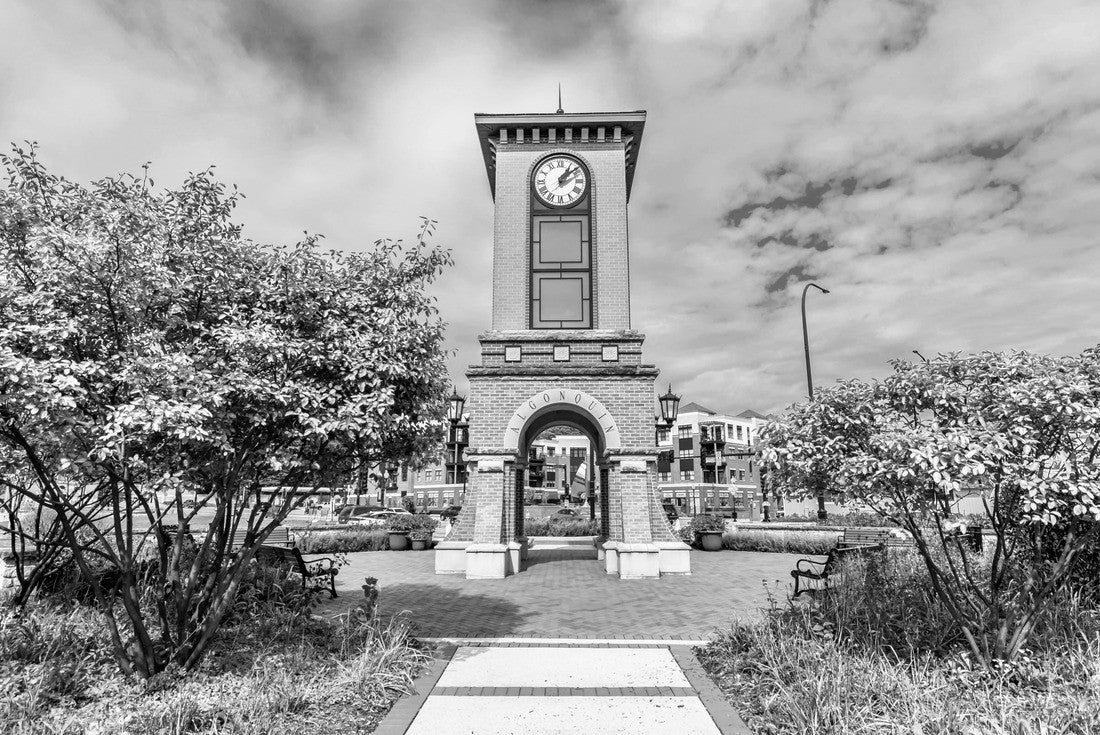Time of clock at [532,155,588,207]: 1:08
